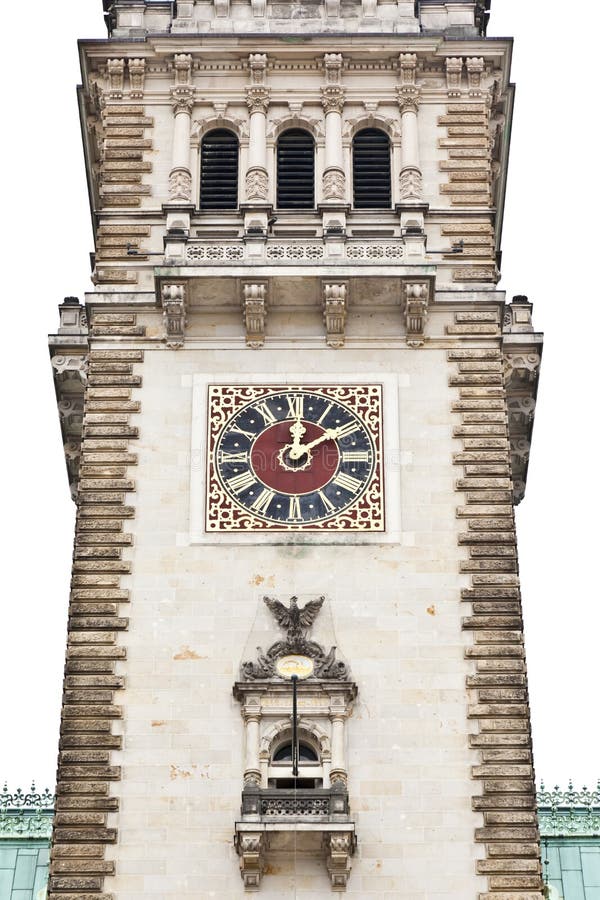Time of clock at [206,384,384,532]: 12:09
